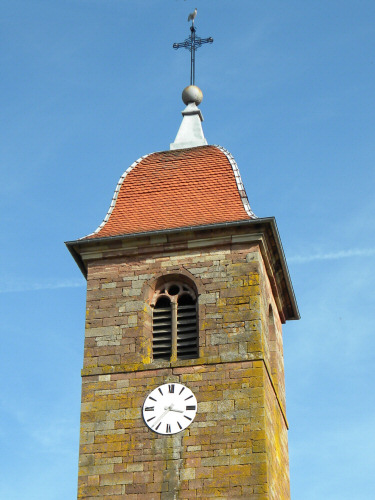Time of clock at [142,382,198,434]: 3:36
